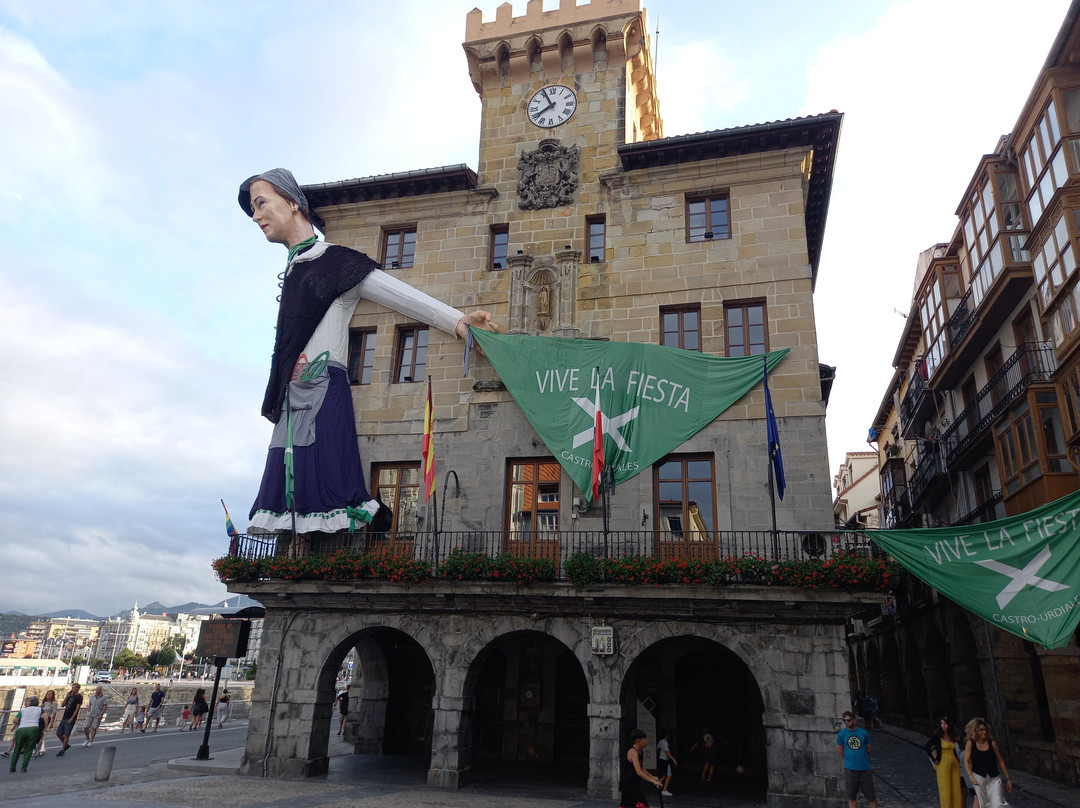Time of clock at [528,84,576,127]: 7:55
